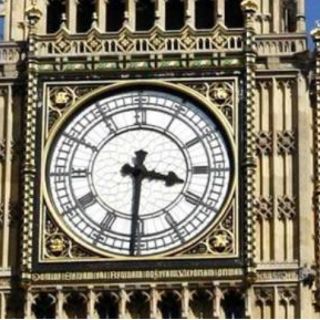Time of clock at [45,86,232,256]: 3:30
